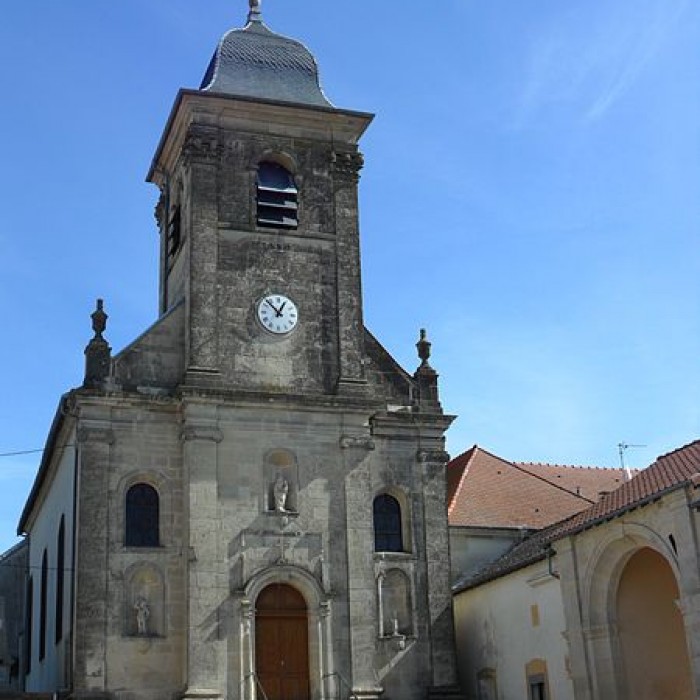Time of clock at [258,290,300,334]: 12:52
